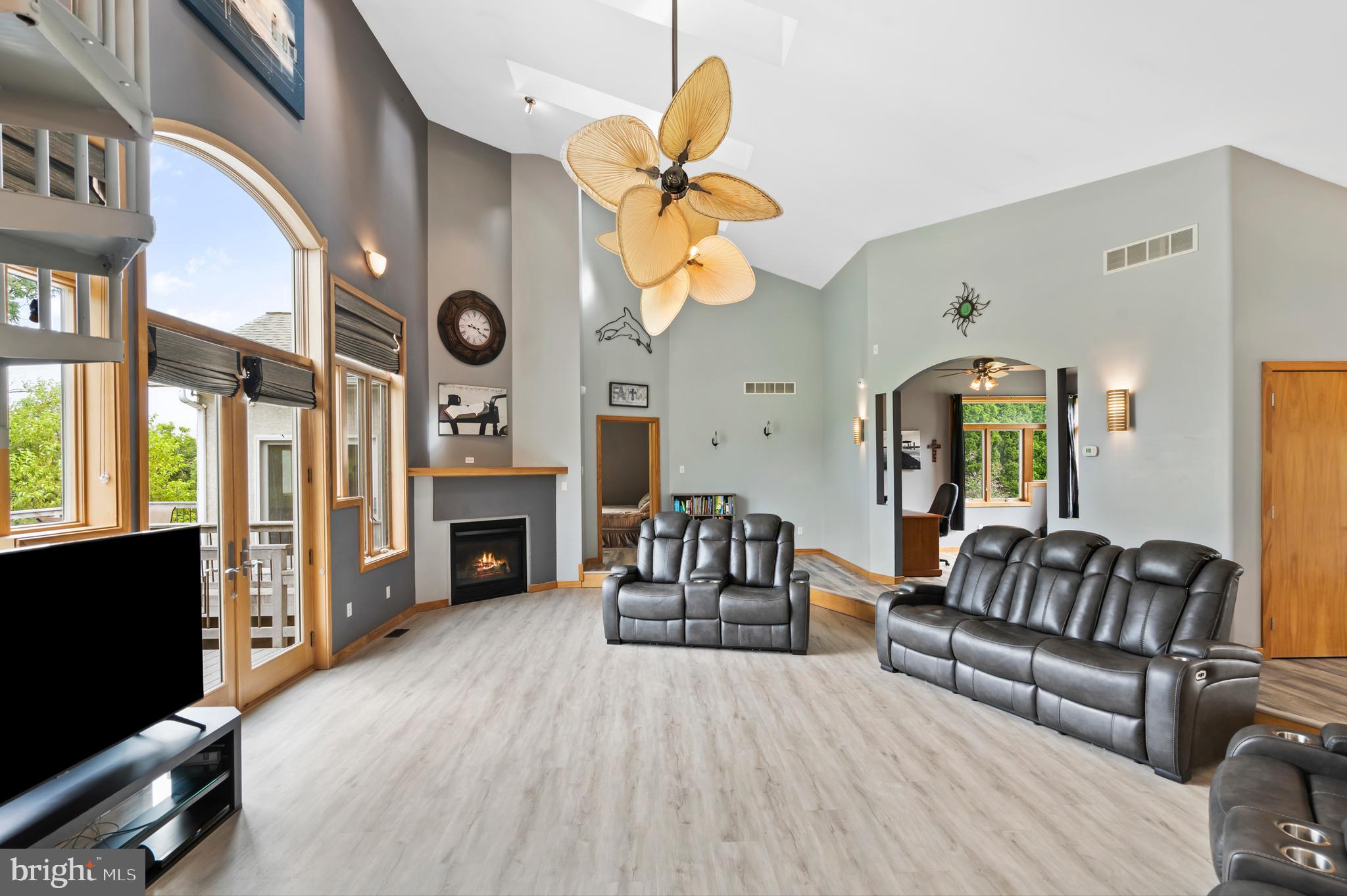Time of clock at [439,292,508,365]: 9:20
